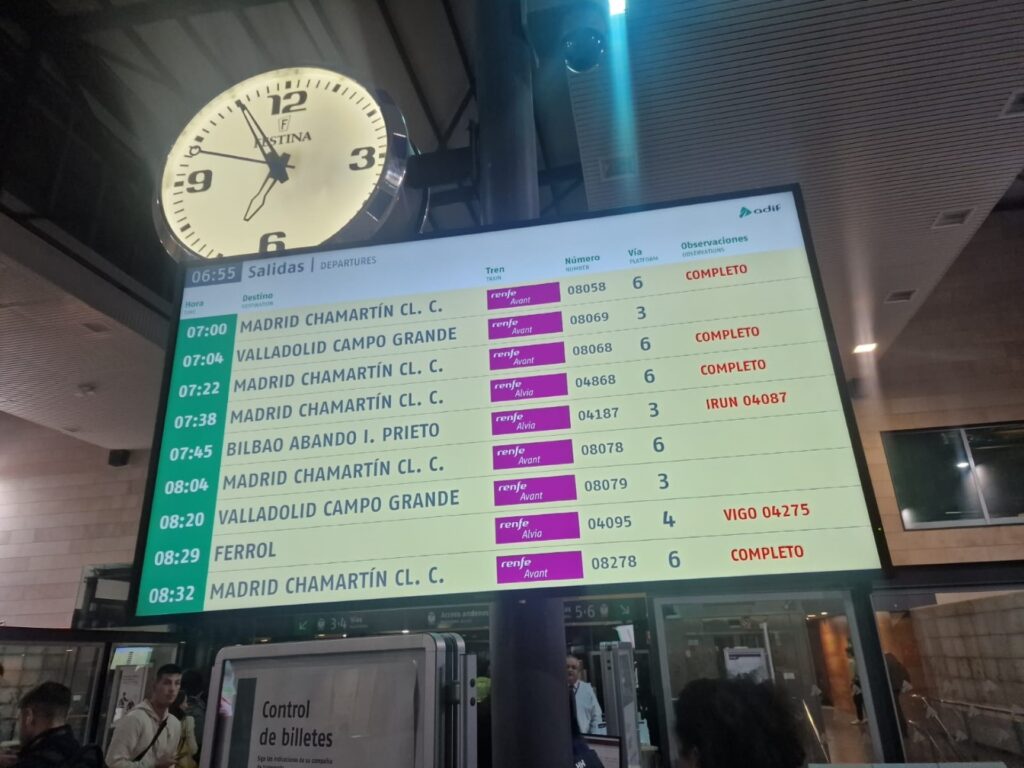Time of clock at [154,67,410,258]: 6:55
